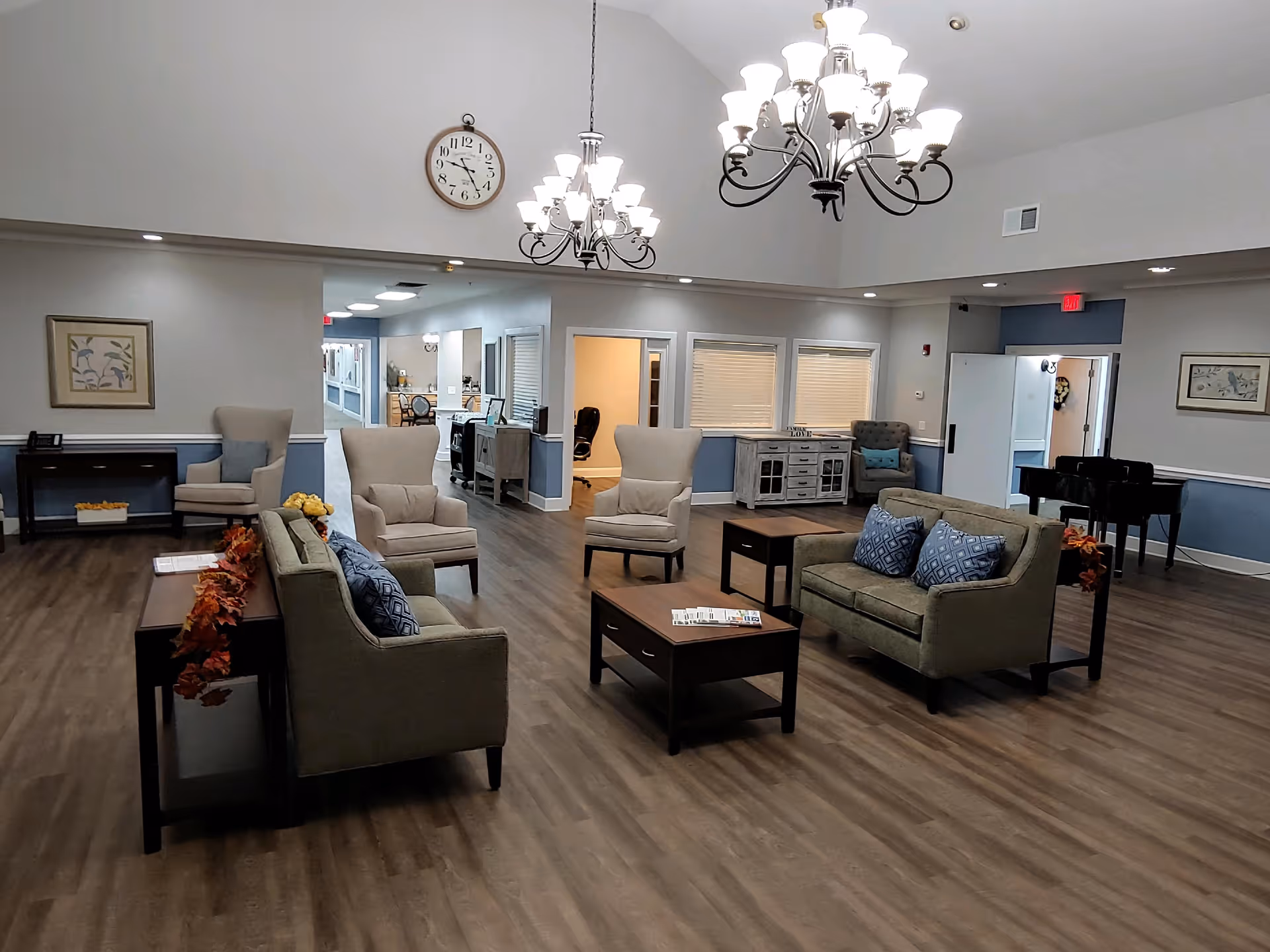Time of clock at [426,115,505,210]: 9:24
